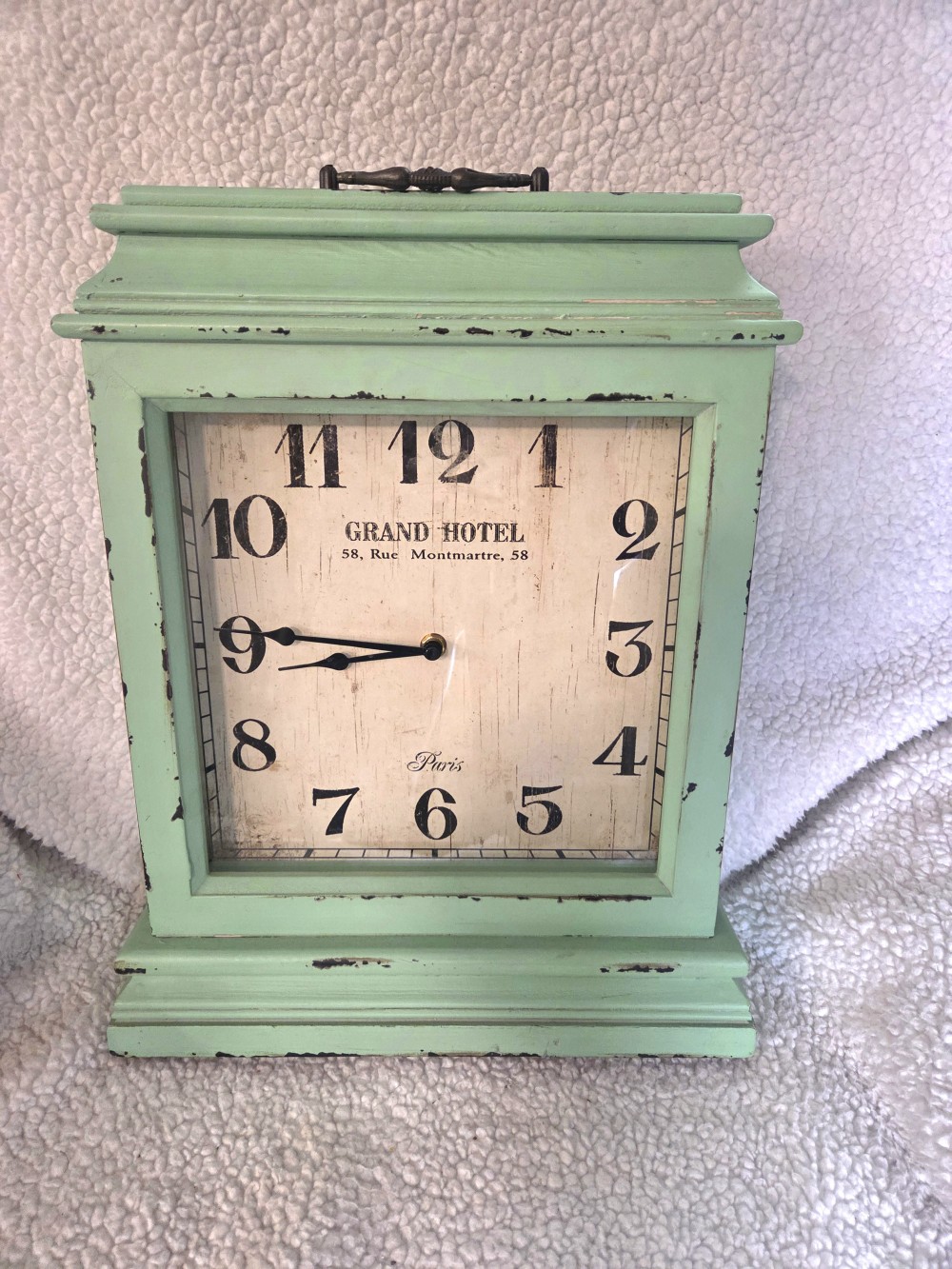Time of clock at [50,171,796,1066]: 8:45
